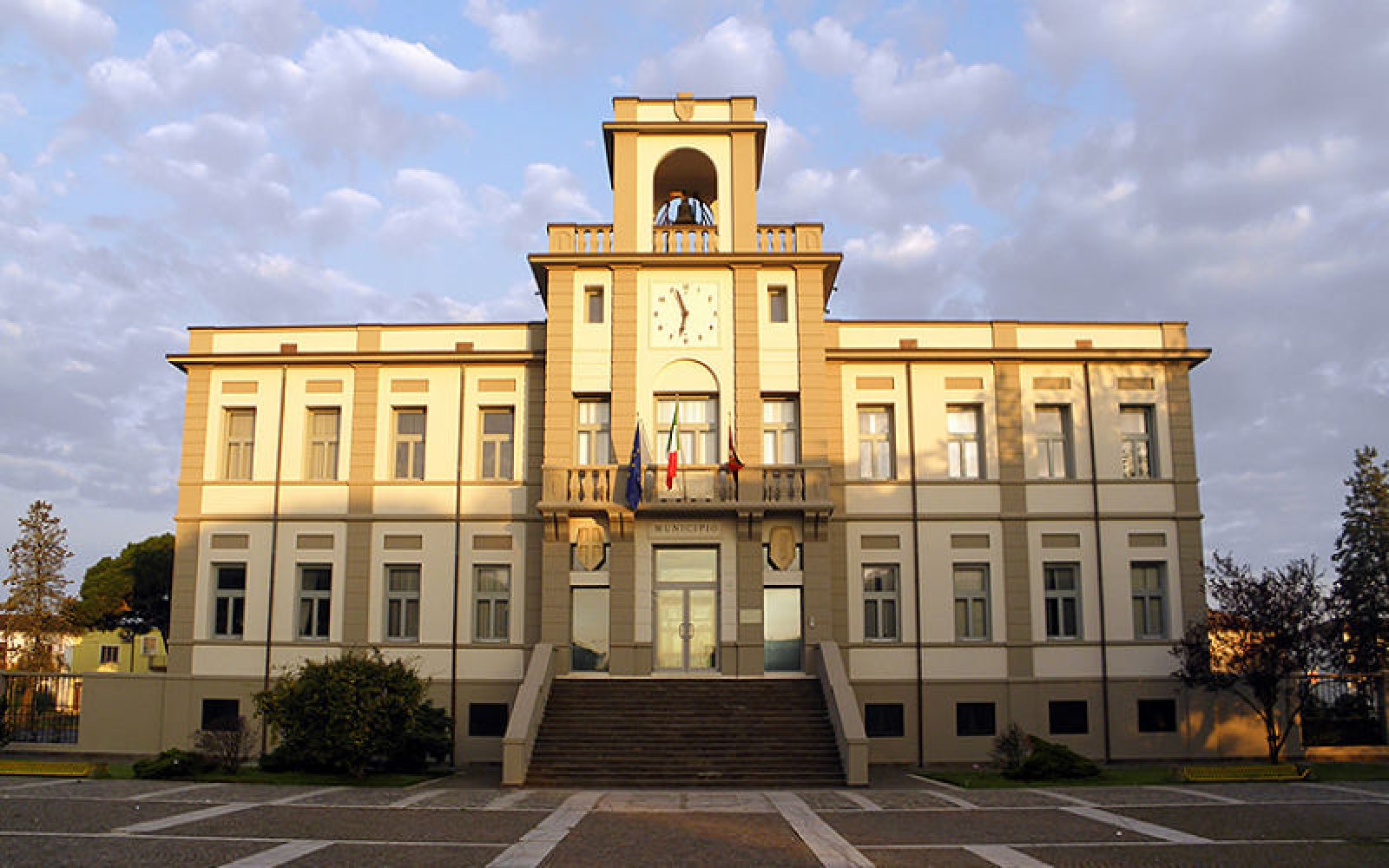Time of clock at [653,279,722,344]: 11:32
